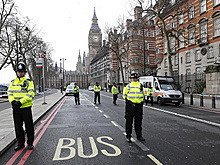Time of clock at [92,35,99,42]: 2:38
